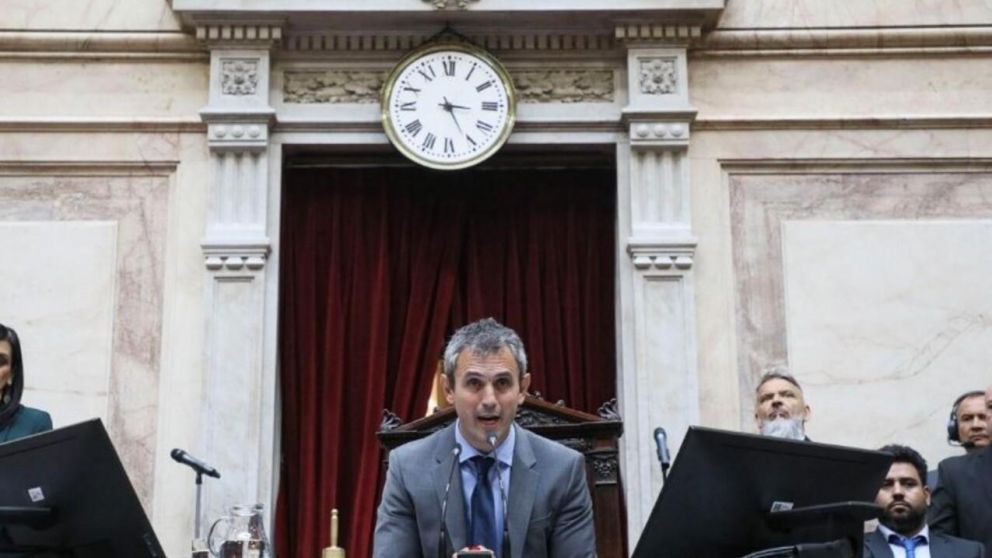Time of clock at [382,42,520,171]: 3:25
